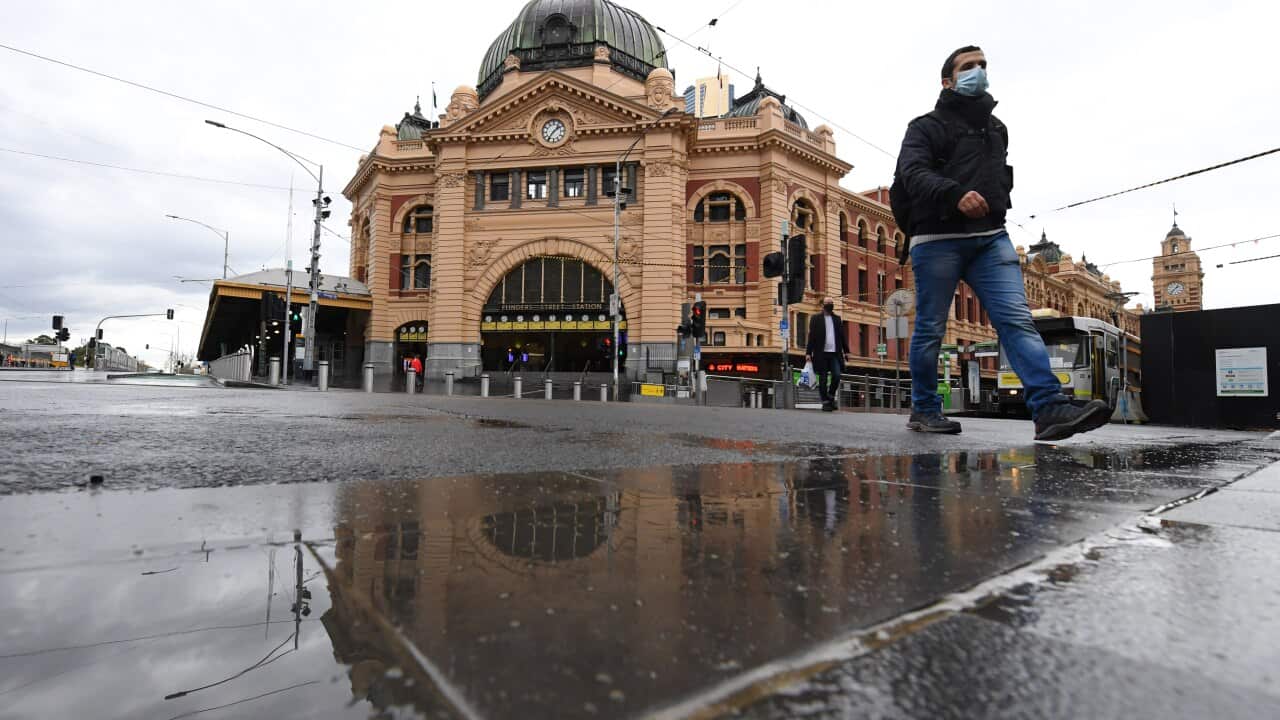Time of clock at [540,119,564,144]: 1:36
